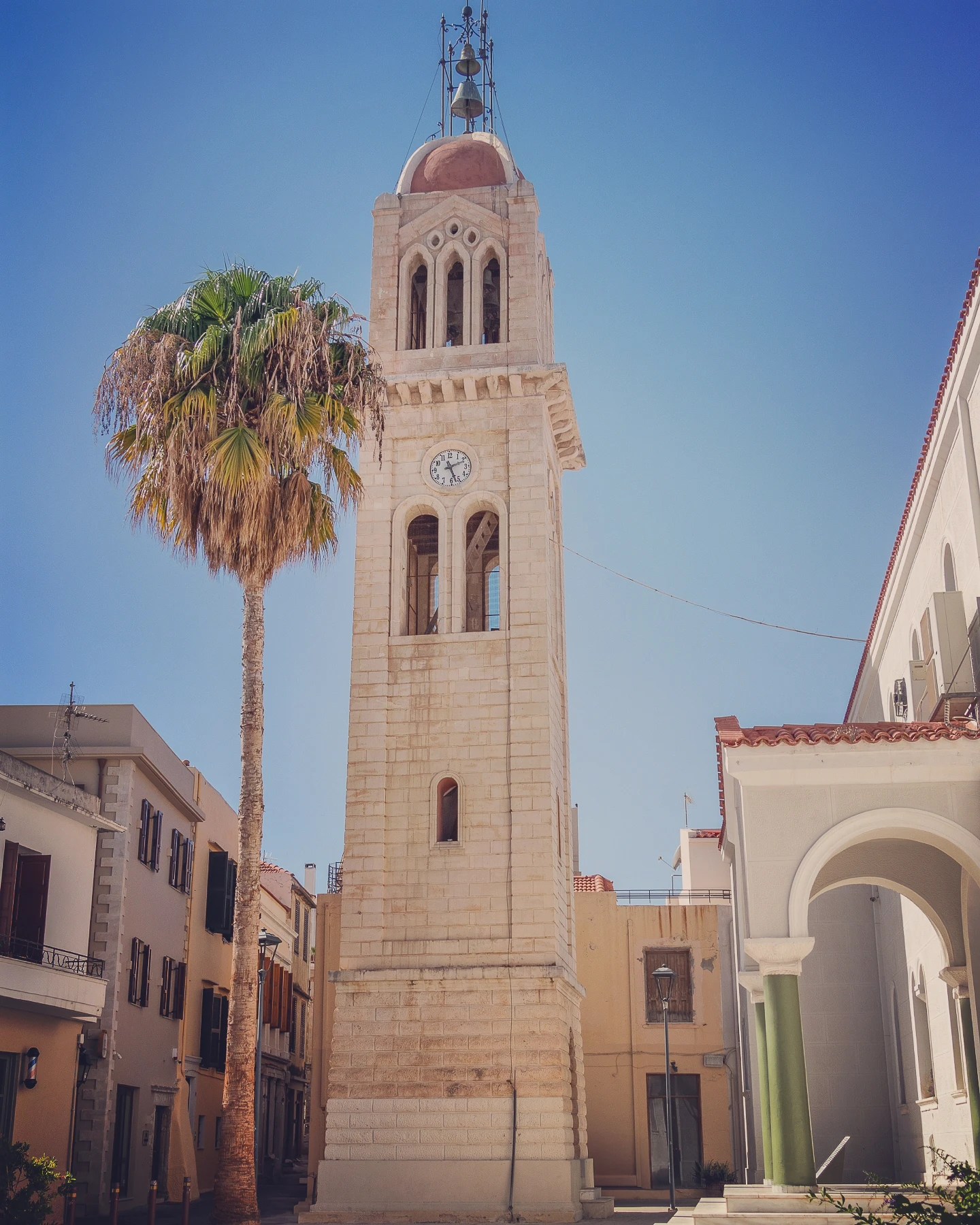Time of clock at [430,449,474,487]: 2:27
